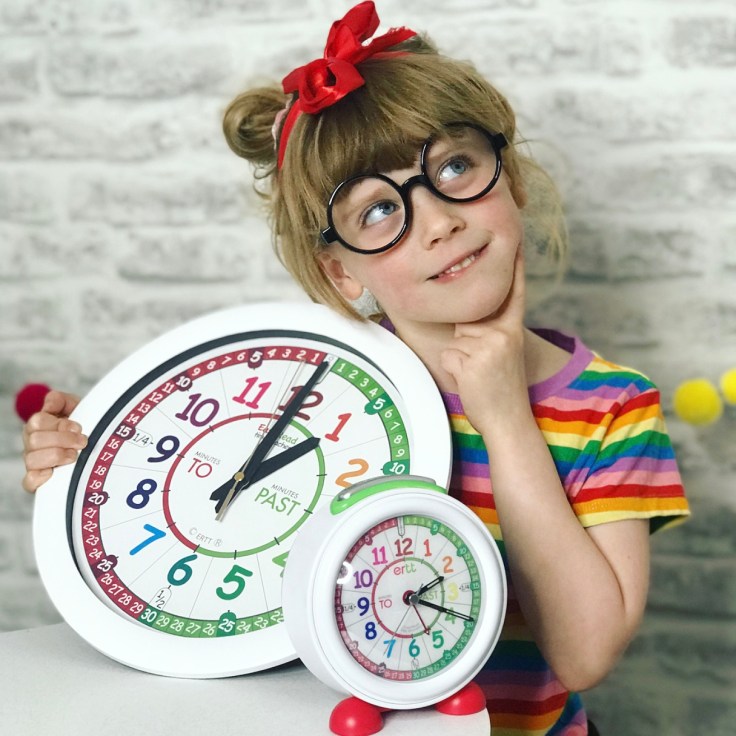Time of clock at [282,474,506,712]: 2:19
